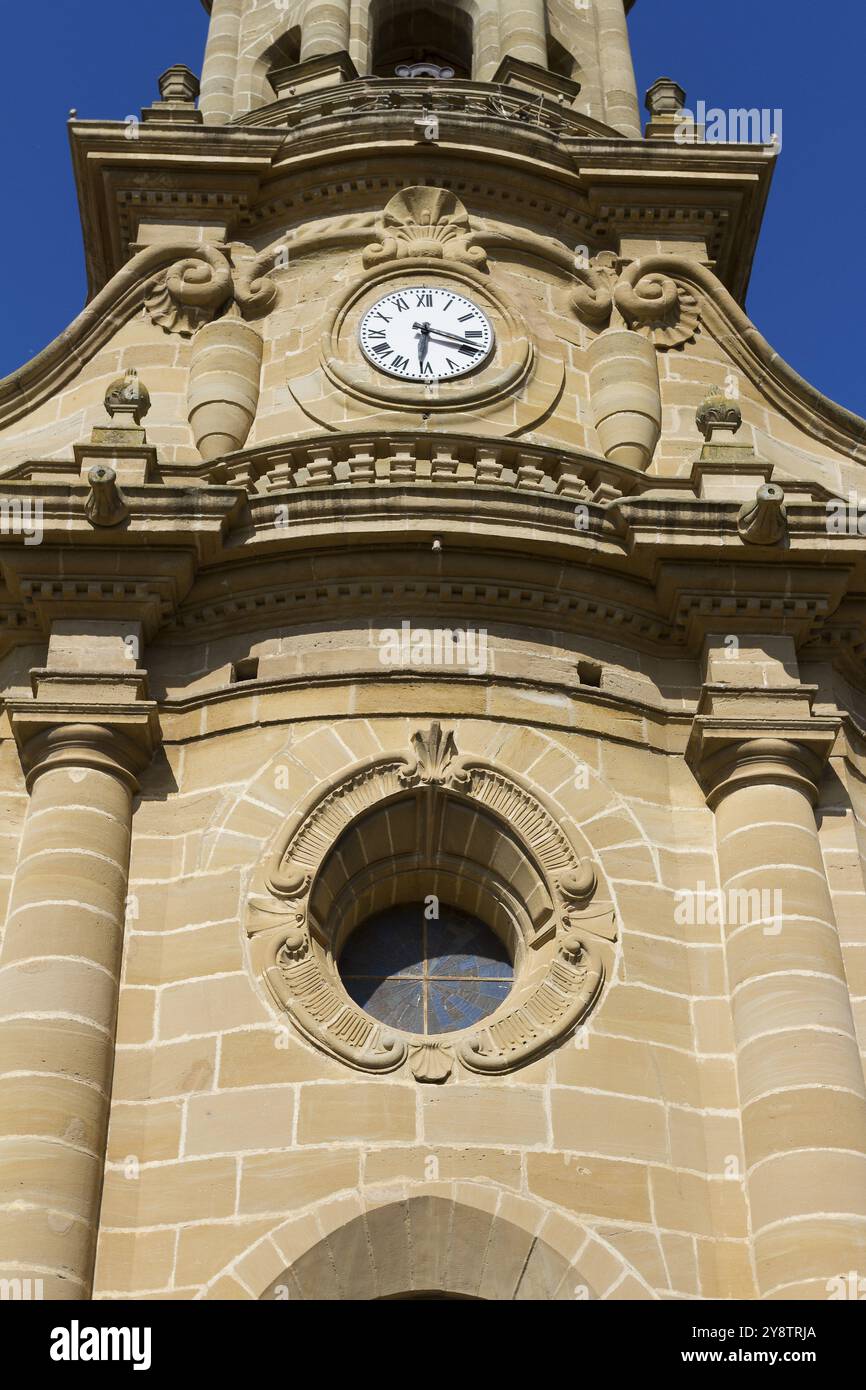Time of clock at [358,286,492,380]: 6:18
